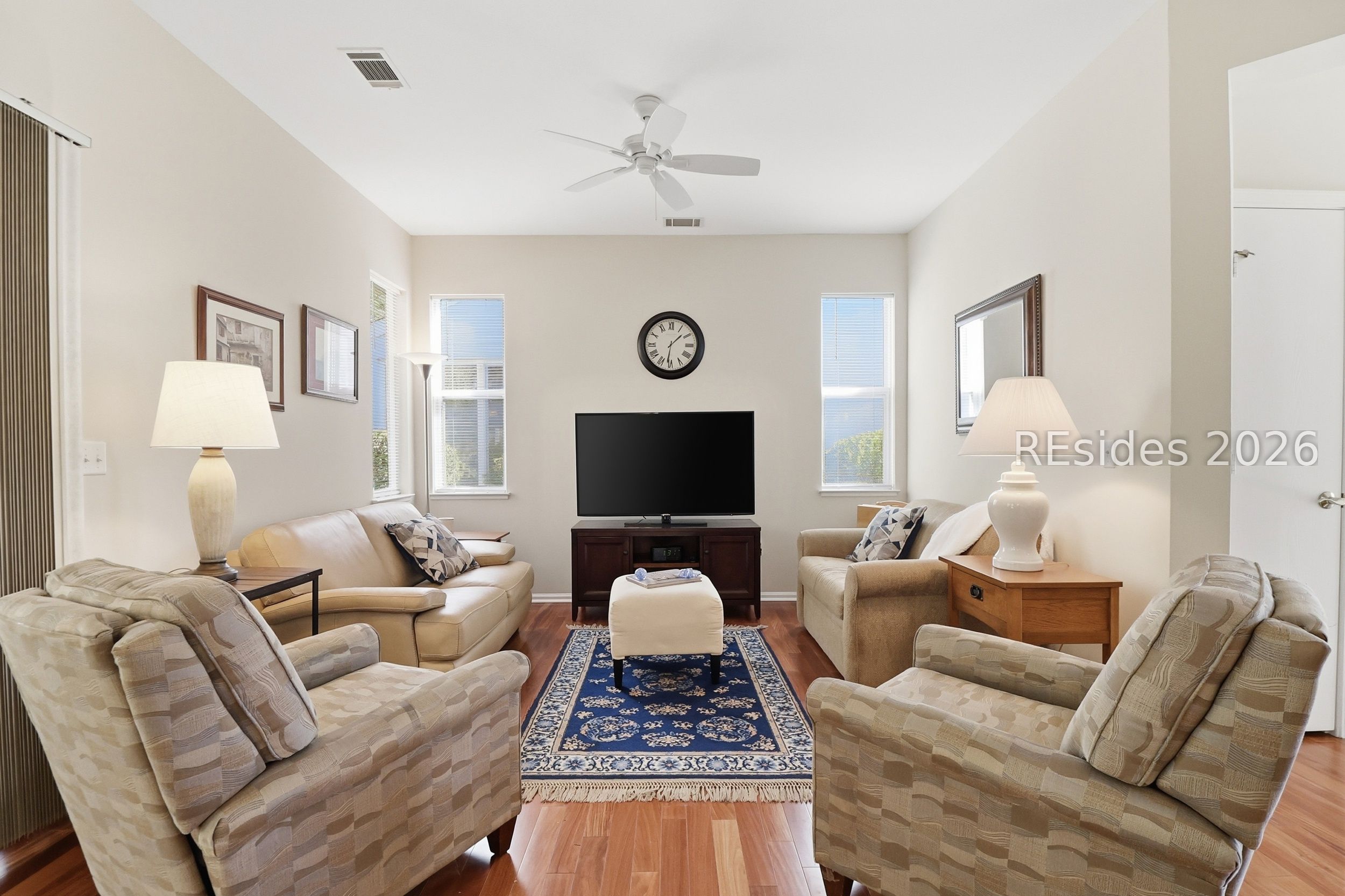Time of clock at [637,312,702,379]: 1:31
